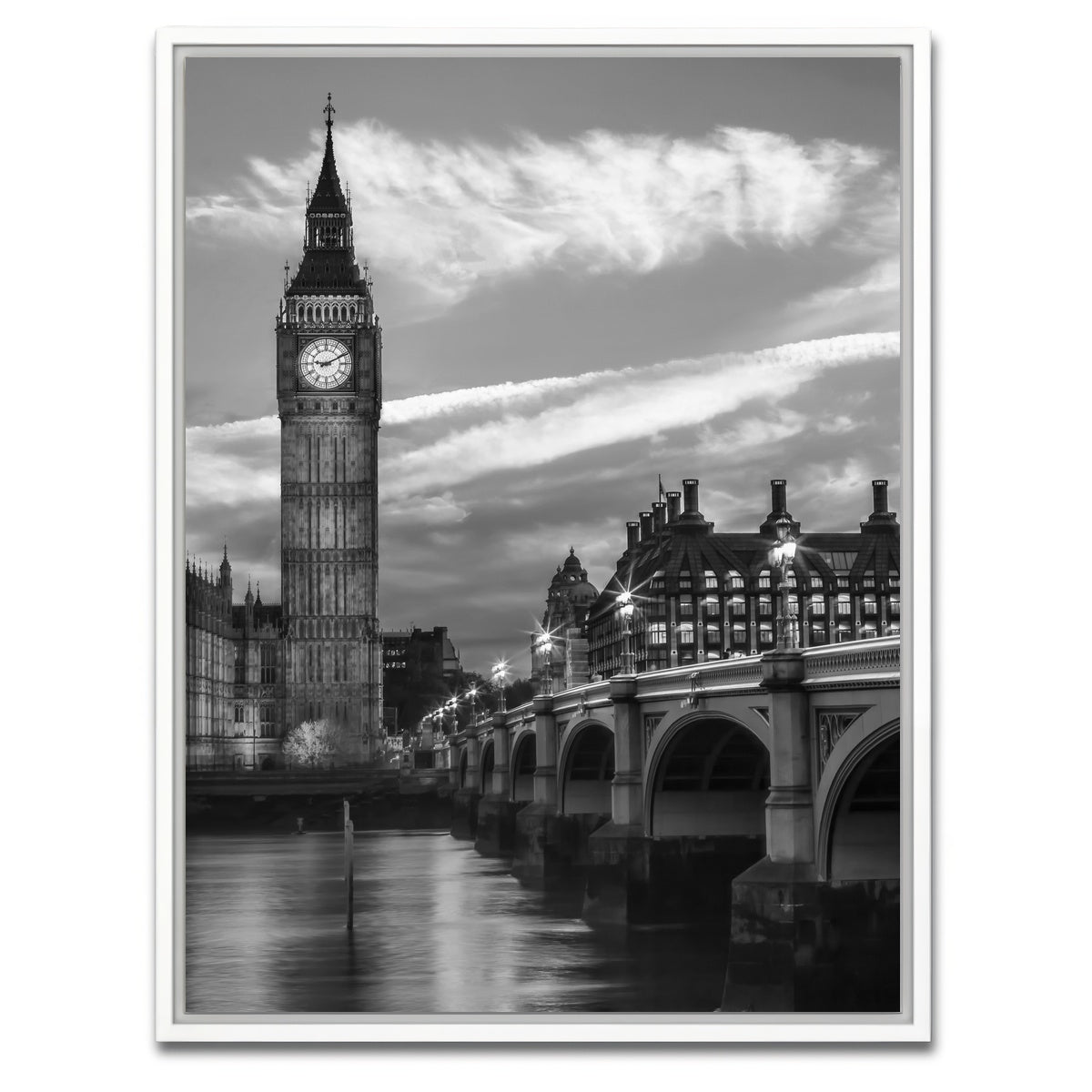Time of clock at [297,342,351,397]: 9:10
